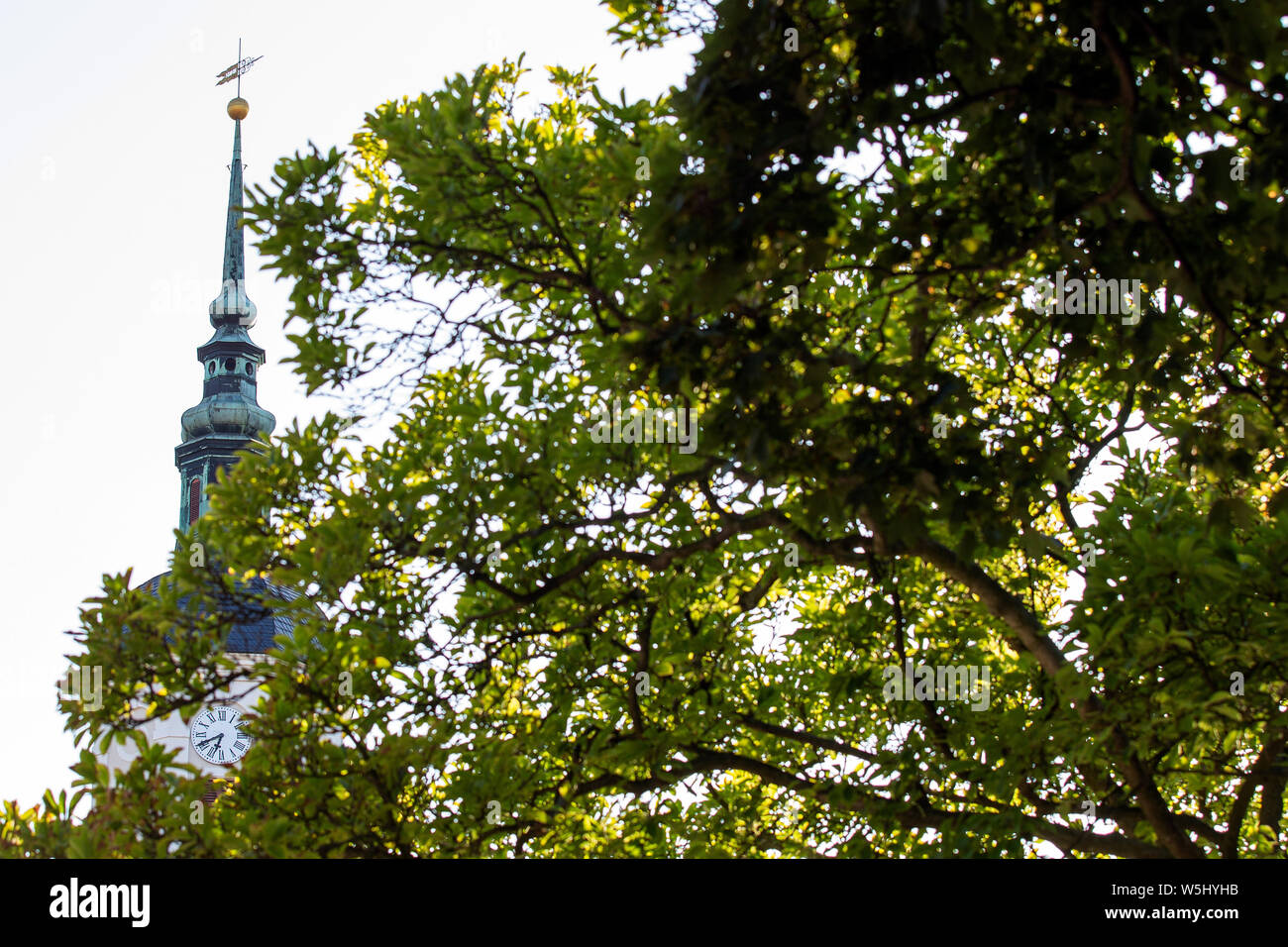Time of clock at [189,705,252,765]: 6:40
